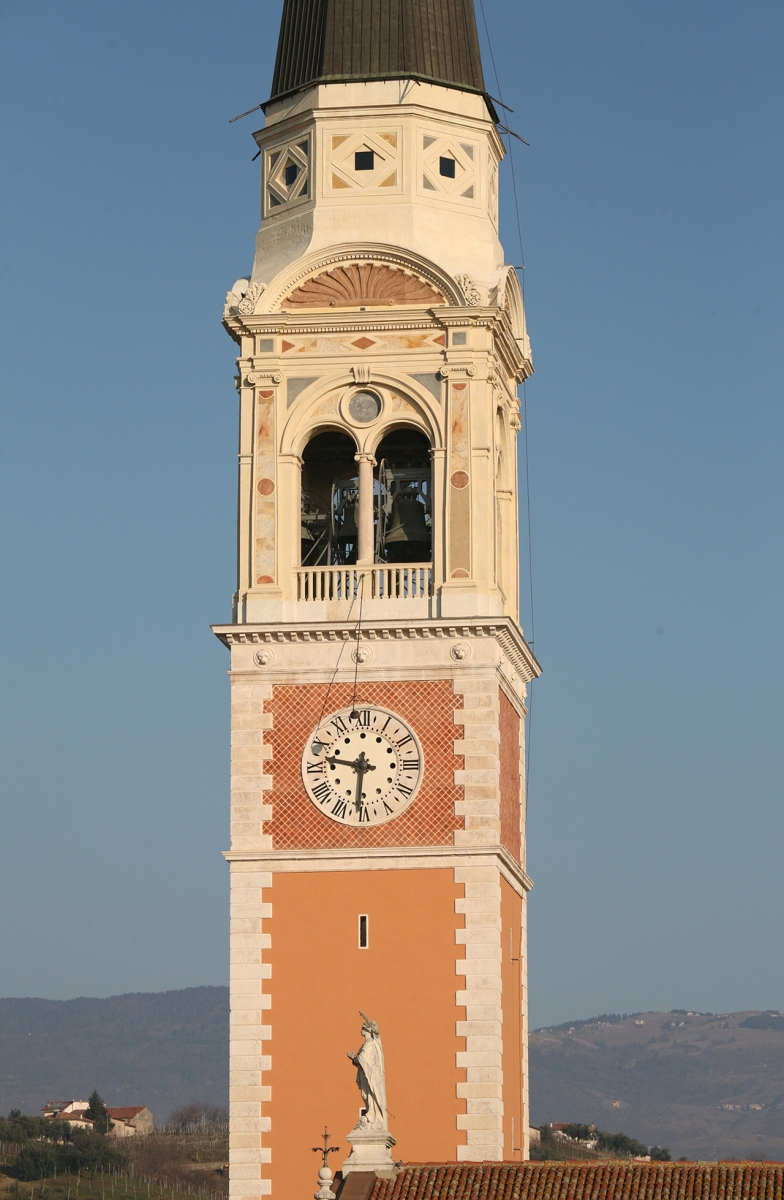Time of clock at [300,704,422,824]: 9:31
